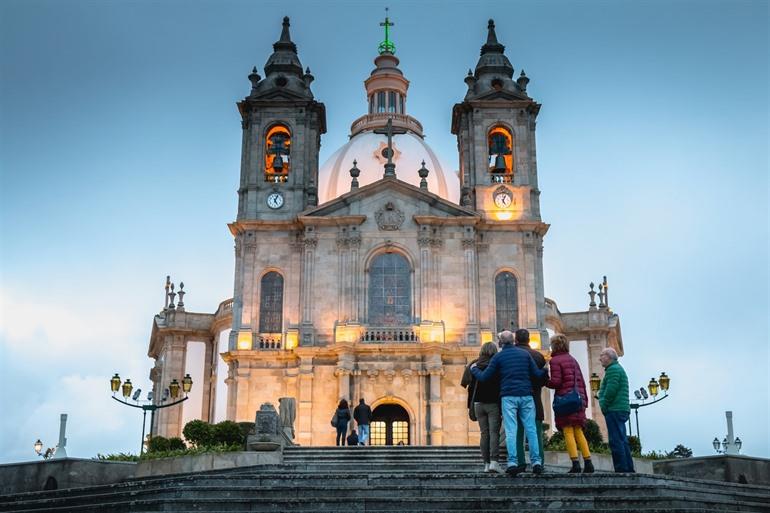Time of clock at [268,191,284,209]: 5:03
